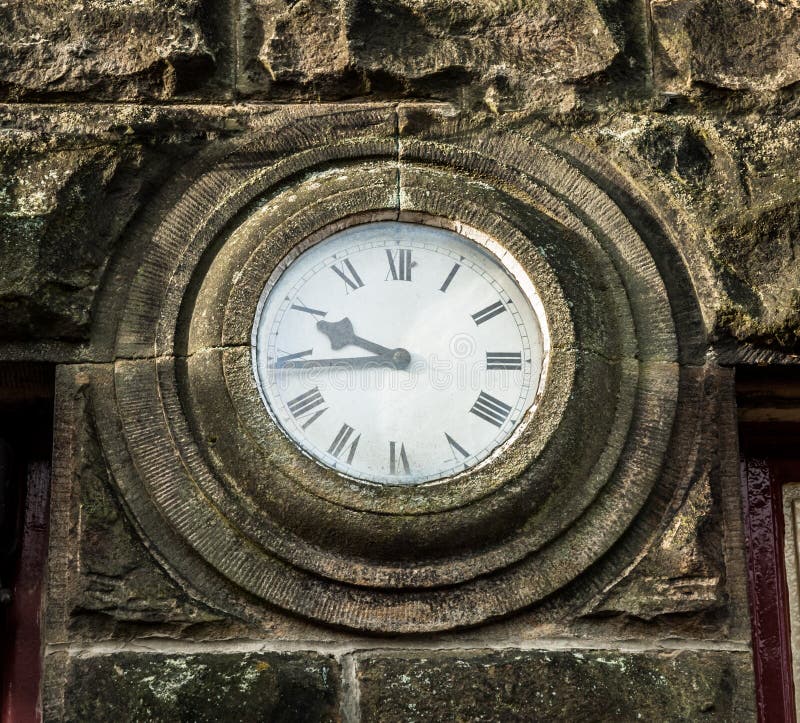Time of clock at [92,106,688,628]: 9:43
